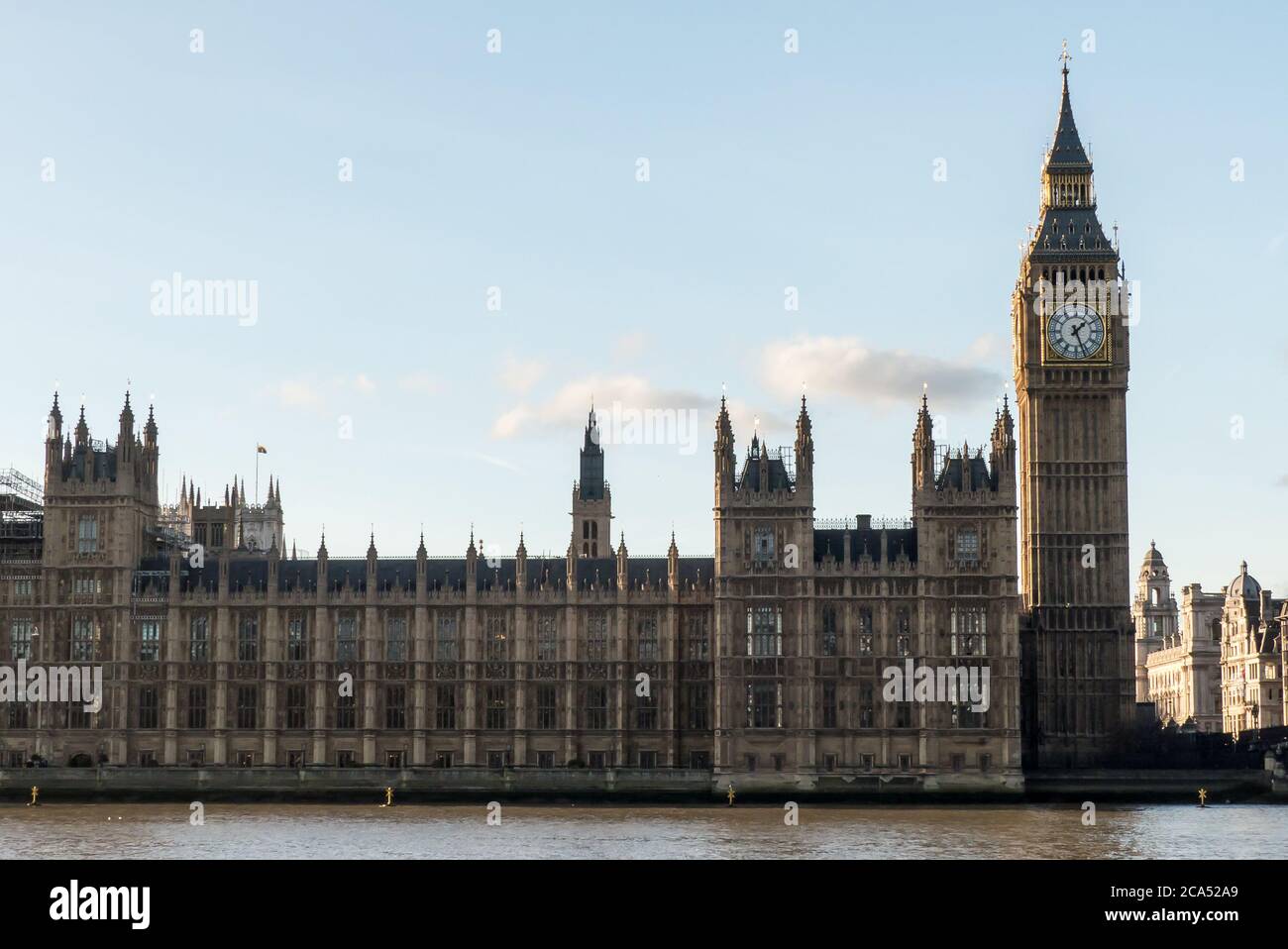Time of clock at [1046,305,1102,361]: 1:26
